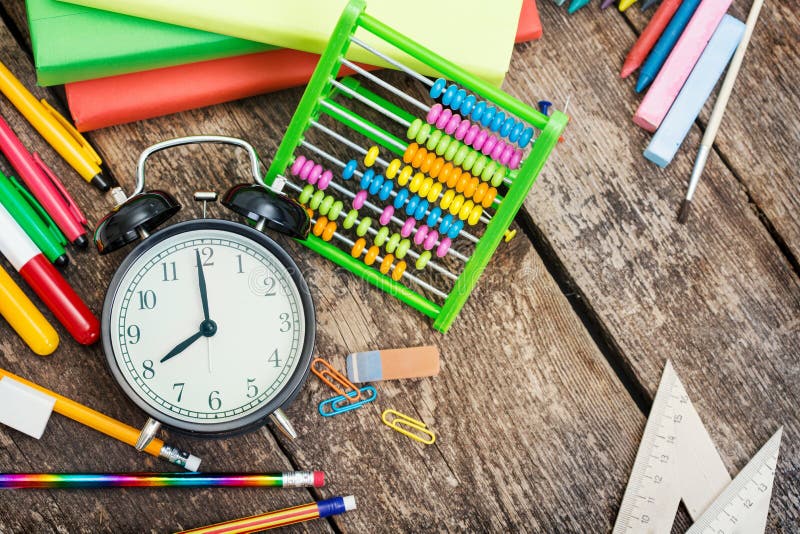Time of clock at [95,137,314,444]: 7:59
